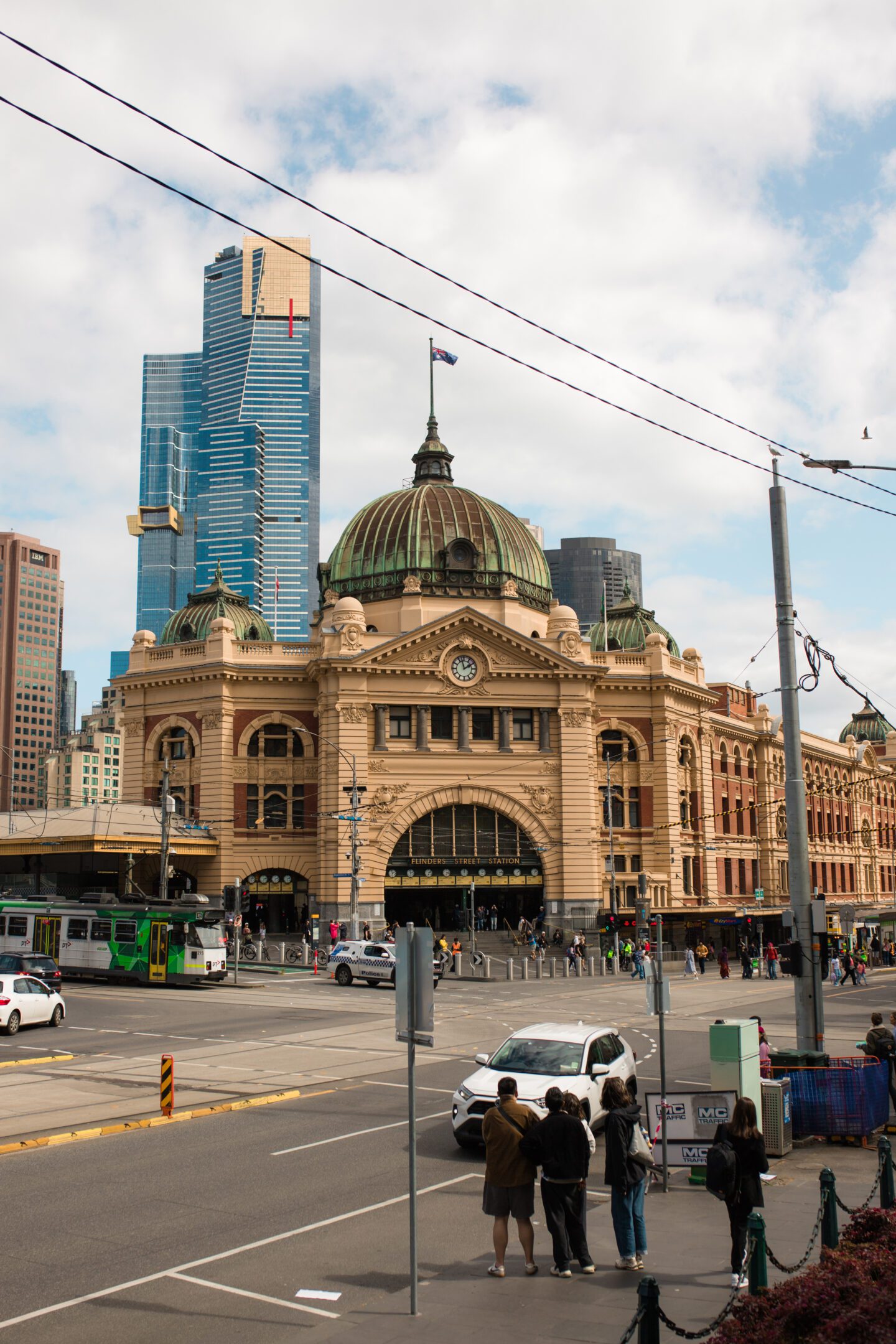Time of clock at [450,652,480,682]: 1:57
